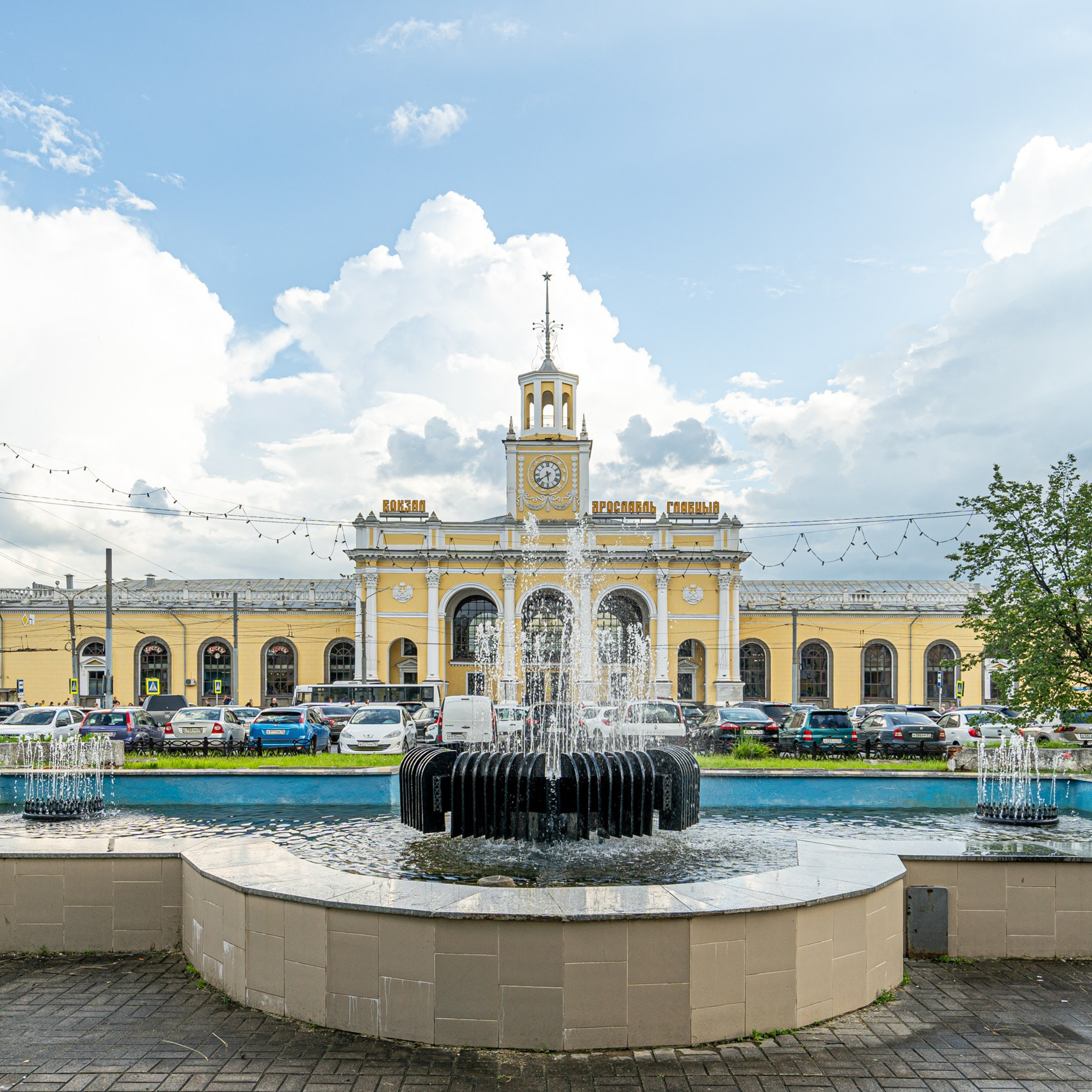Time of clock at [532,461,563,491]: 5:39
